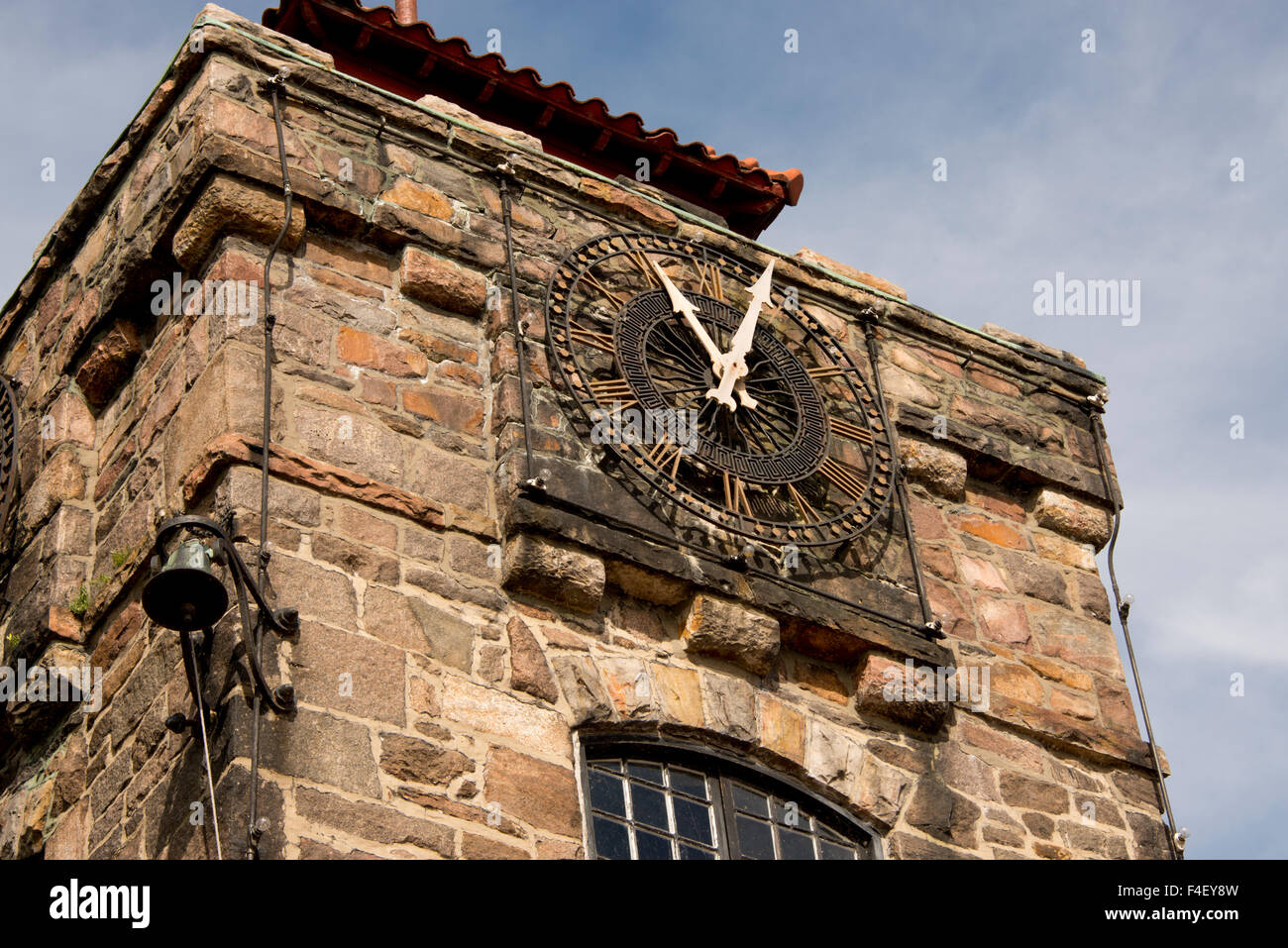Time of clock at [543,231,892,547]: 11:04
